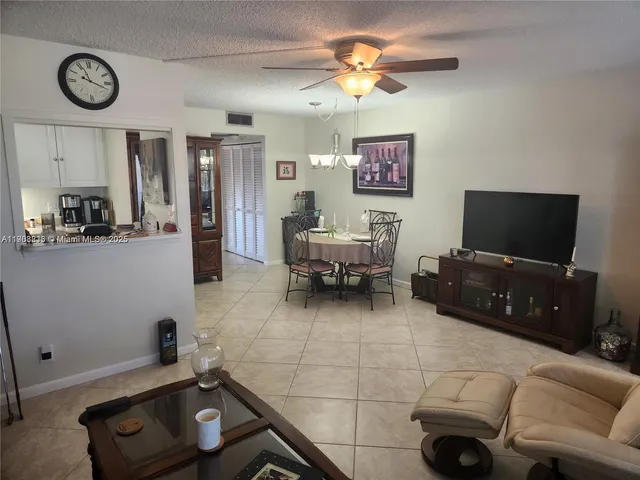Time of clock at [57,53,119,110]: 11:18
